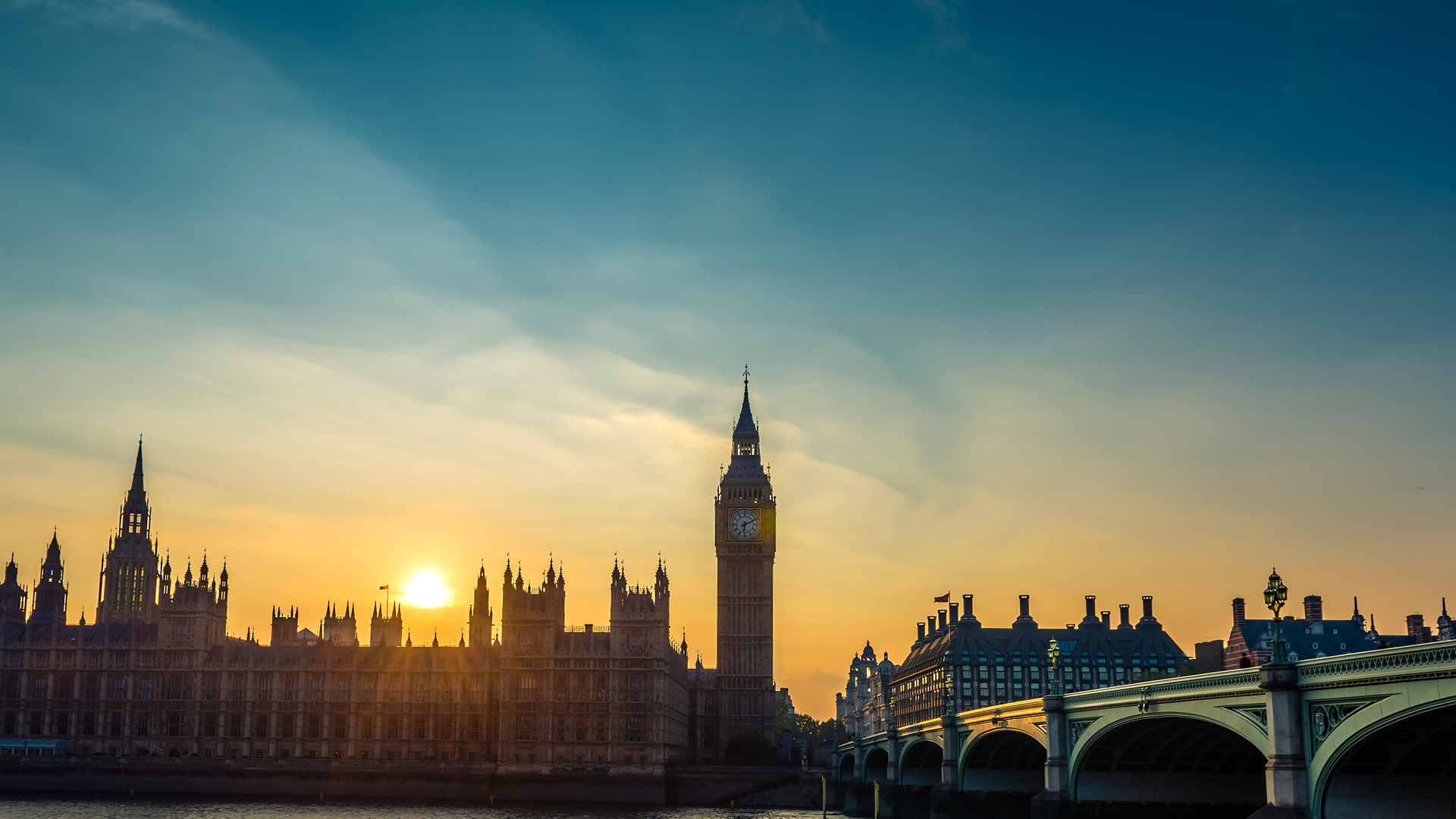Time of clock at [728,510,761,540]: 6:11
